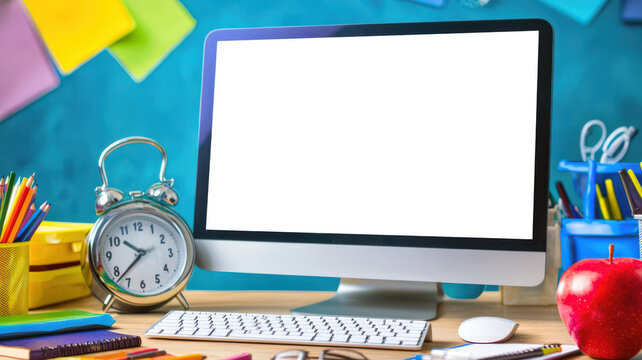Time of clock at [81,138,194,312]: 10:37
